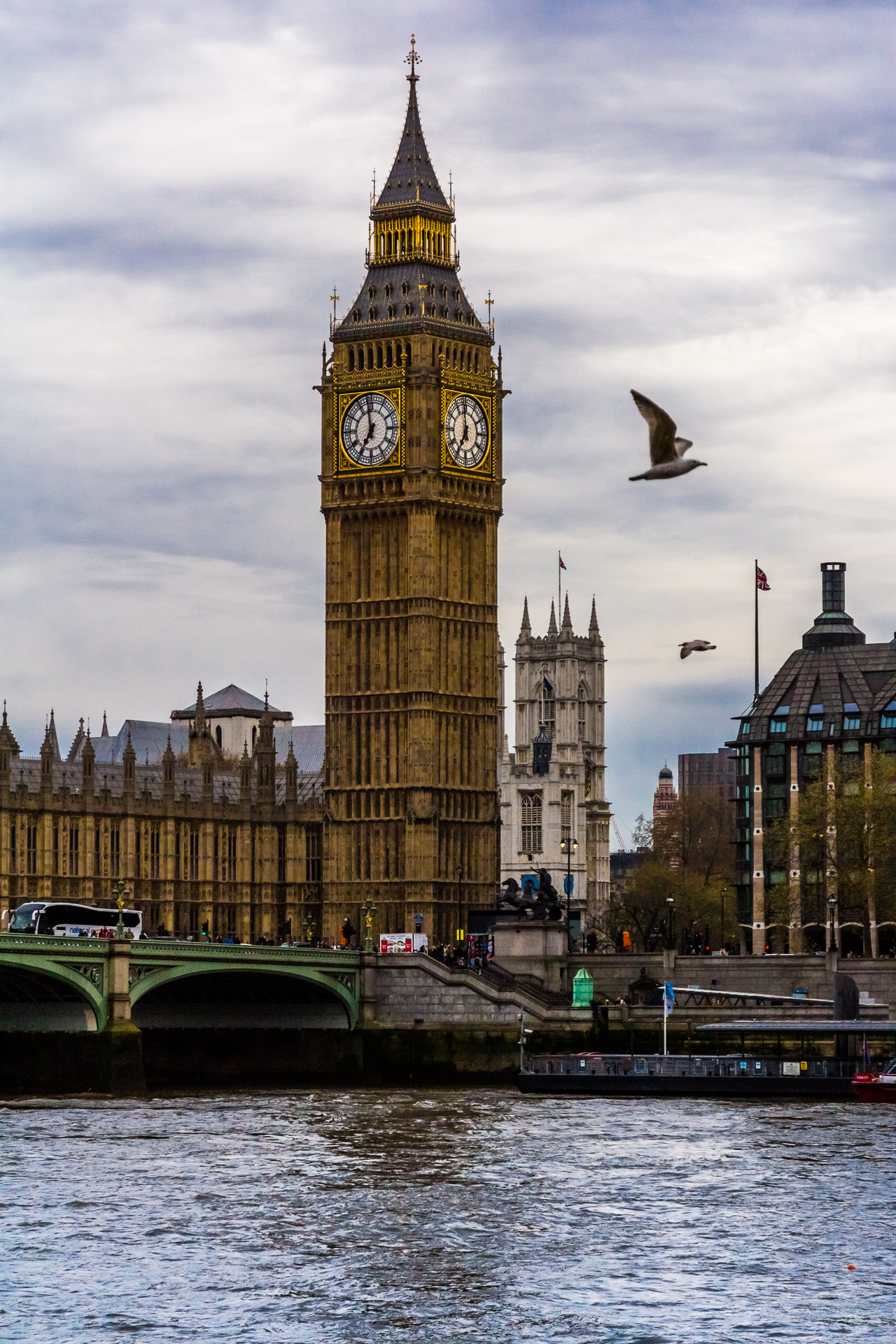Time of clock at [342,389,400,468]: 6:58
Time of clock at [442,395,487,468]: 6:58
